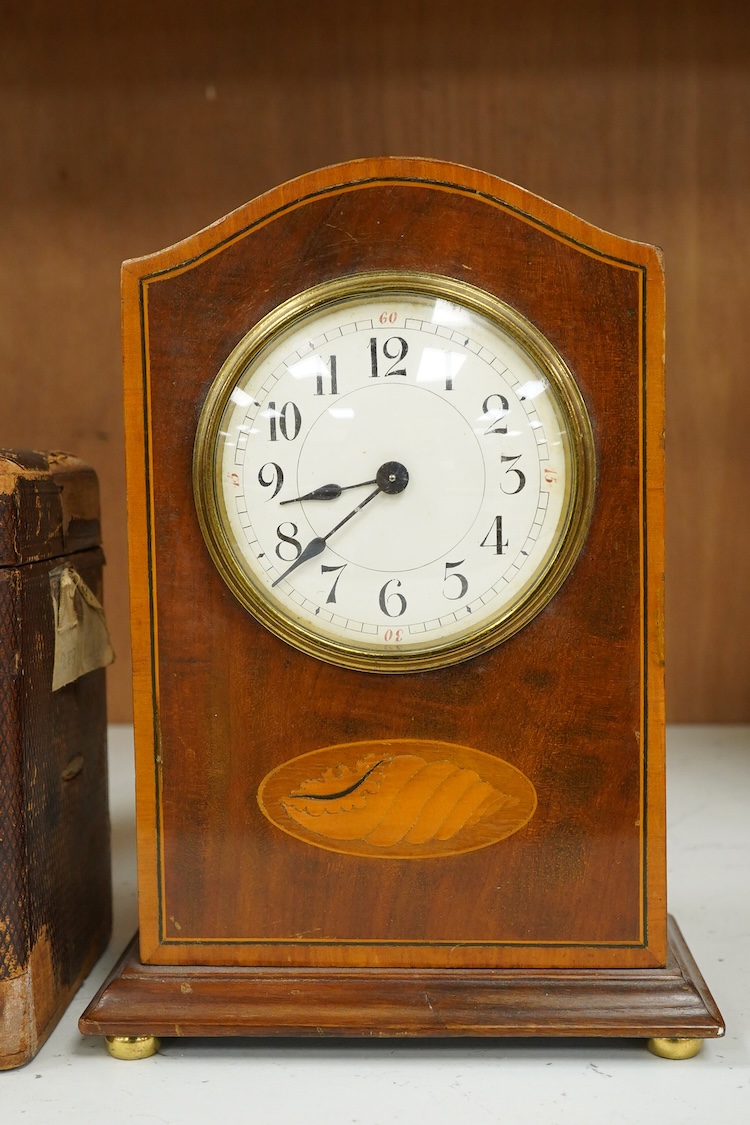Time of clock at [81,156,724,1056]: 8:38
